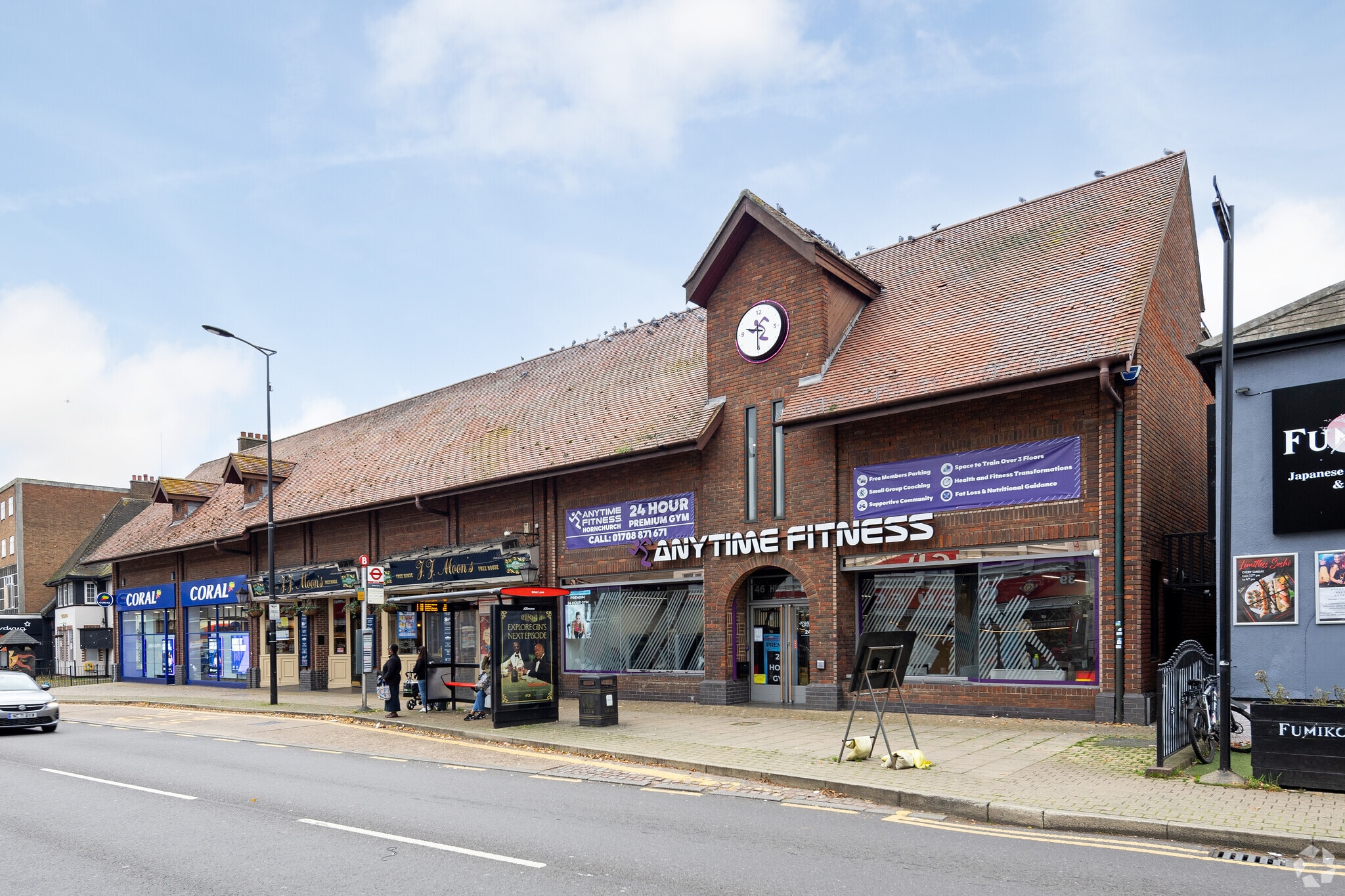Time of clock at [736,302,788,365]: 9:30
